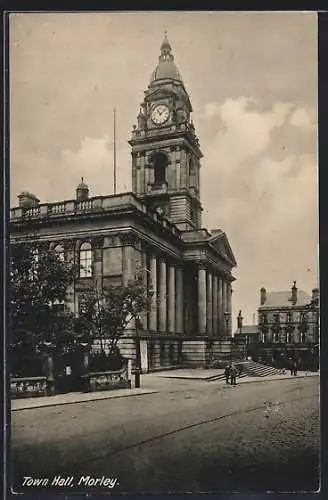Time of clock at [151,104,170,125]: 11:07
